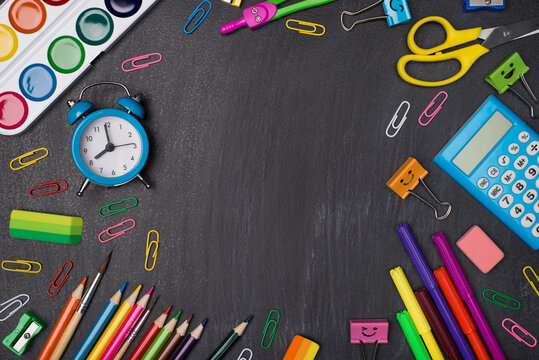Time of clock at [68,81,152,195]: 7:59
